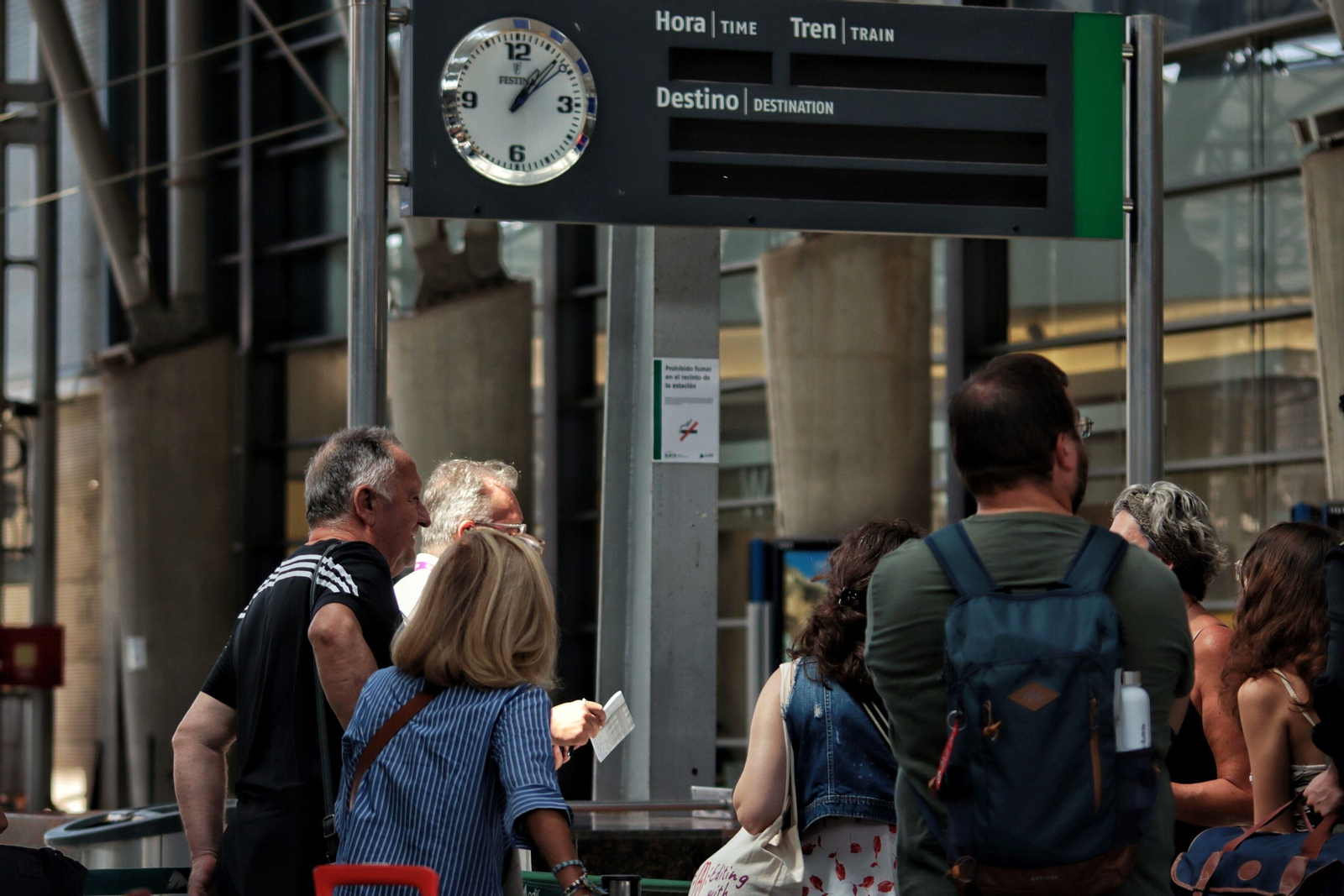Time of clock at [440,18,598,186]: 1:07
